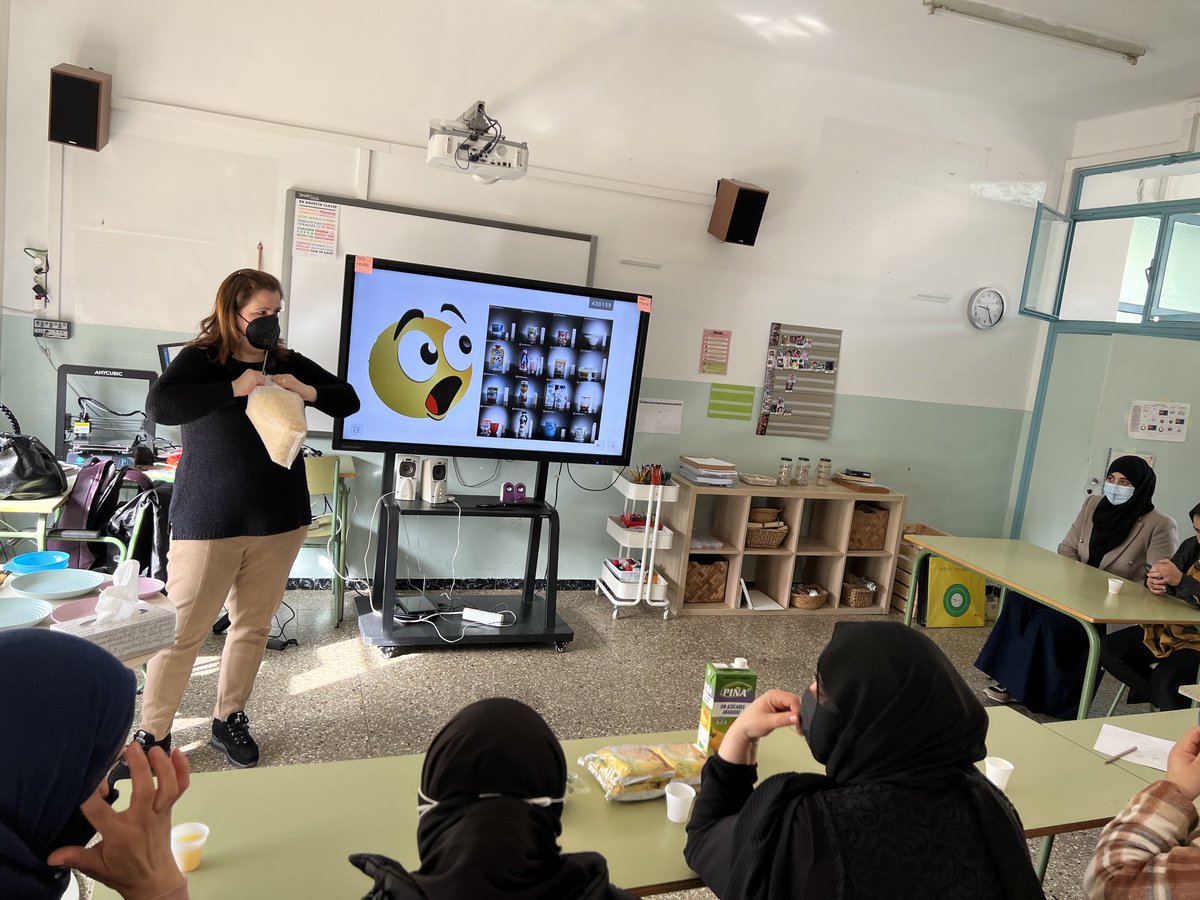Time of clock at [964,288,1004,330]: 9:25
